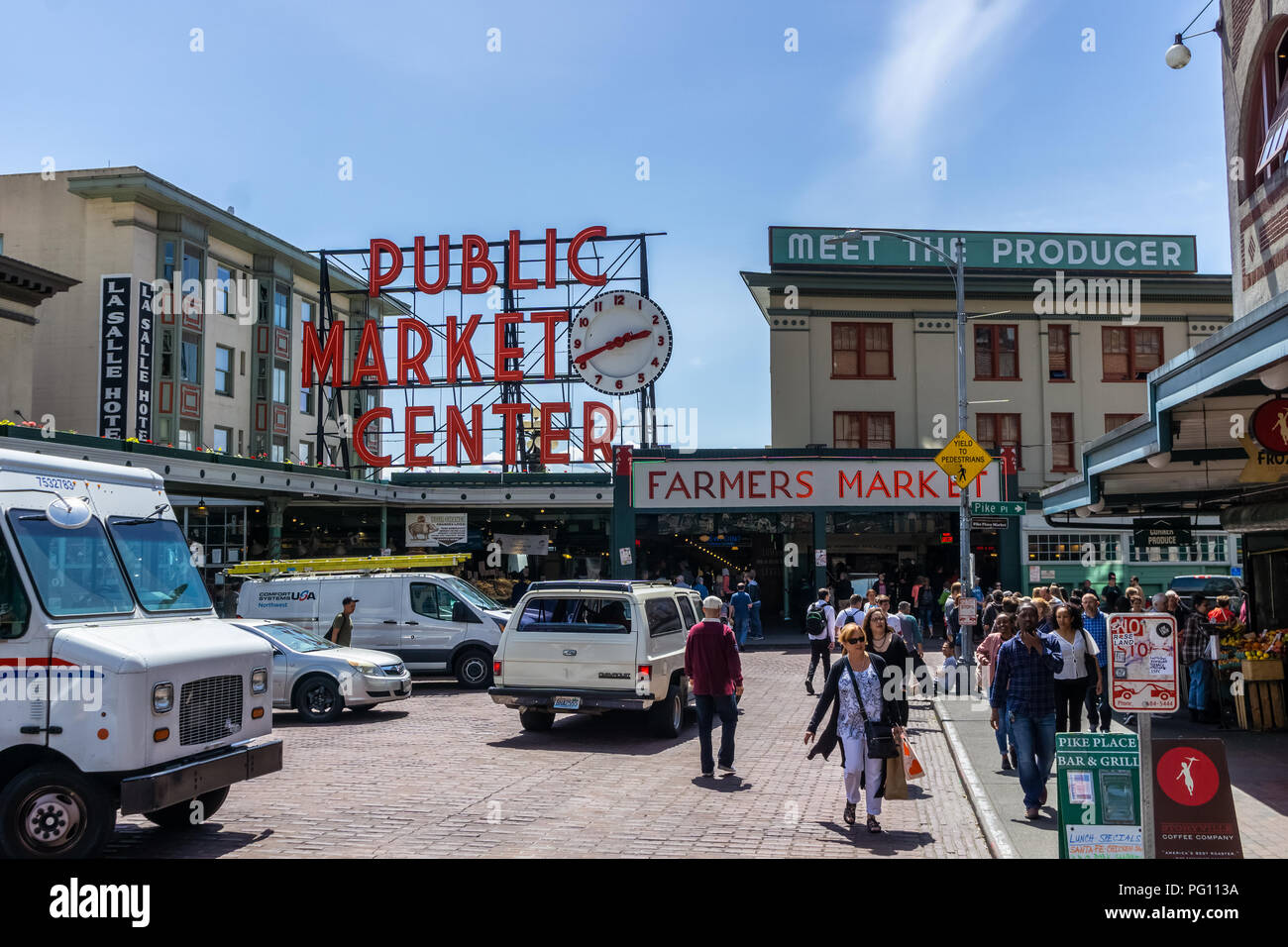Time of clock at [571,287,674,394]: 2:41
